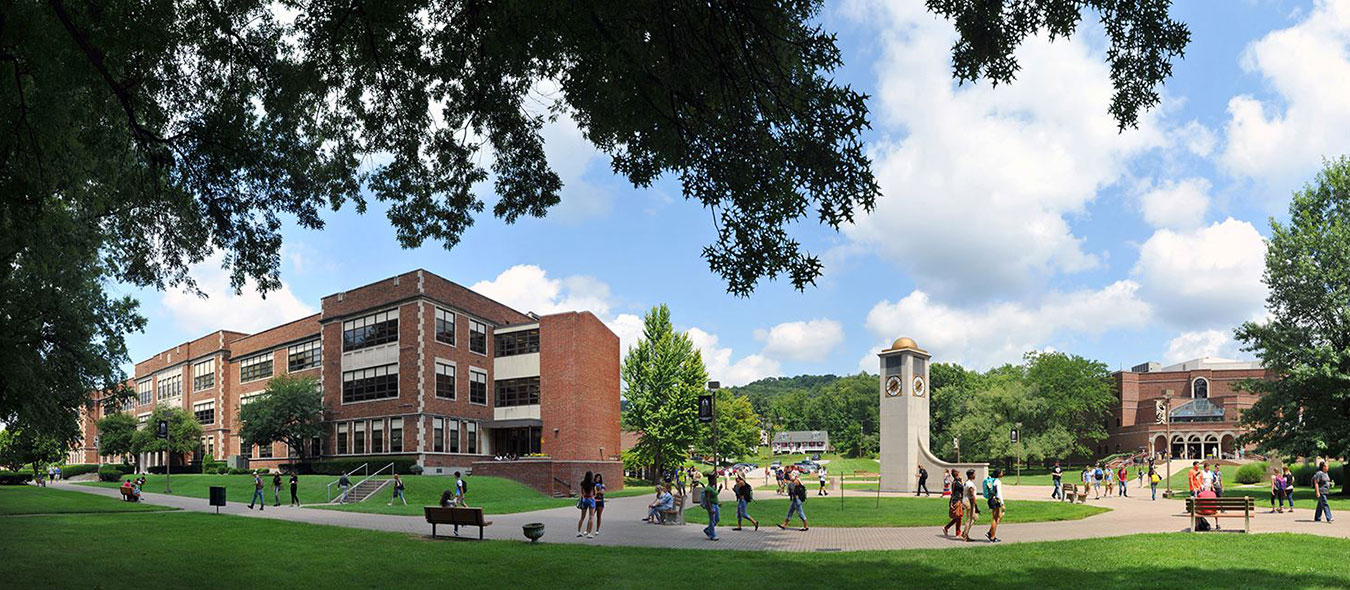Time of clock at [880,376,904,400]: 1:40
